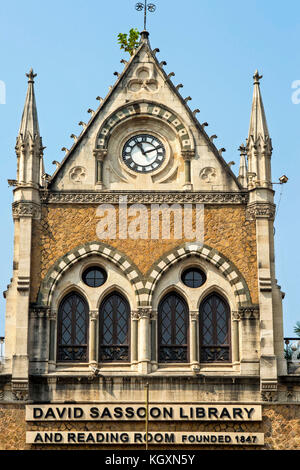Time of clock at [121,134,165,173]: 11:11
